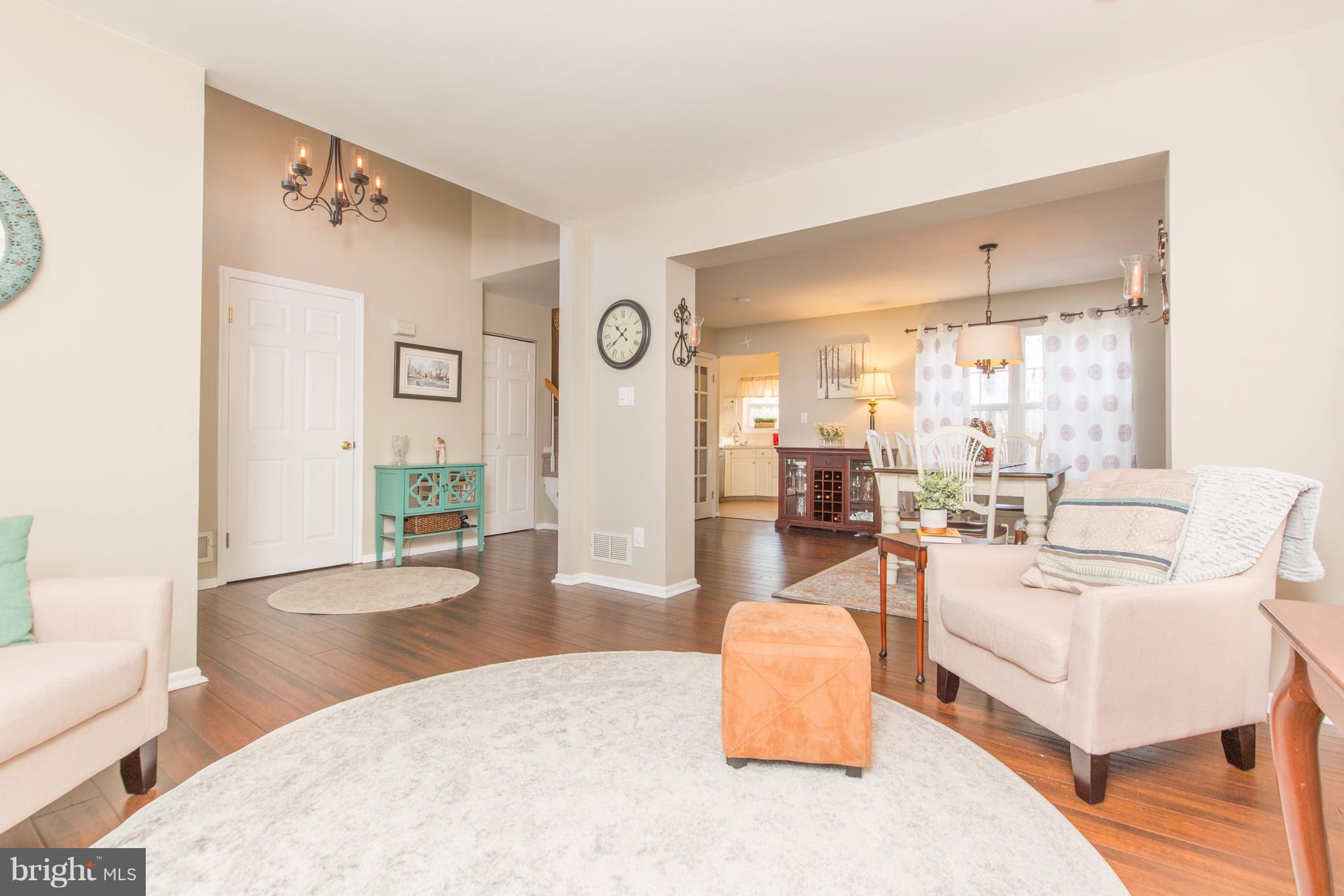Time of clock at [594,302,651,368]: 10:38
